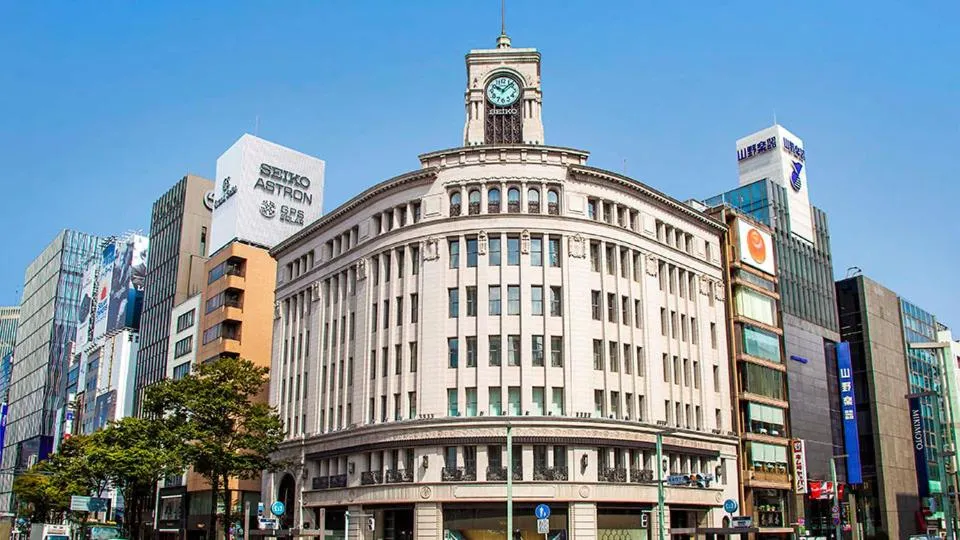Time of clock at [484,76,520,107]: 10:07
